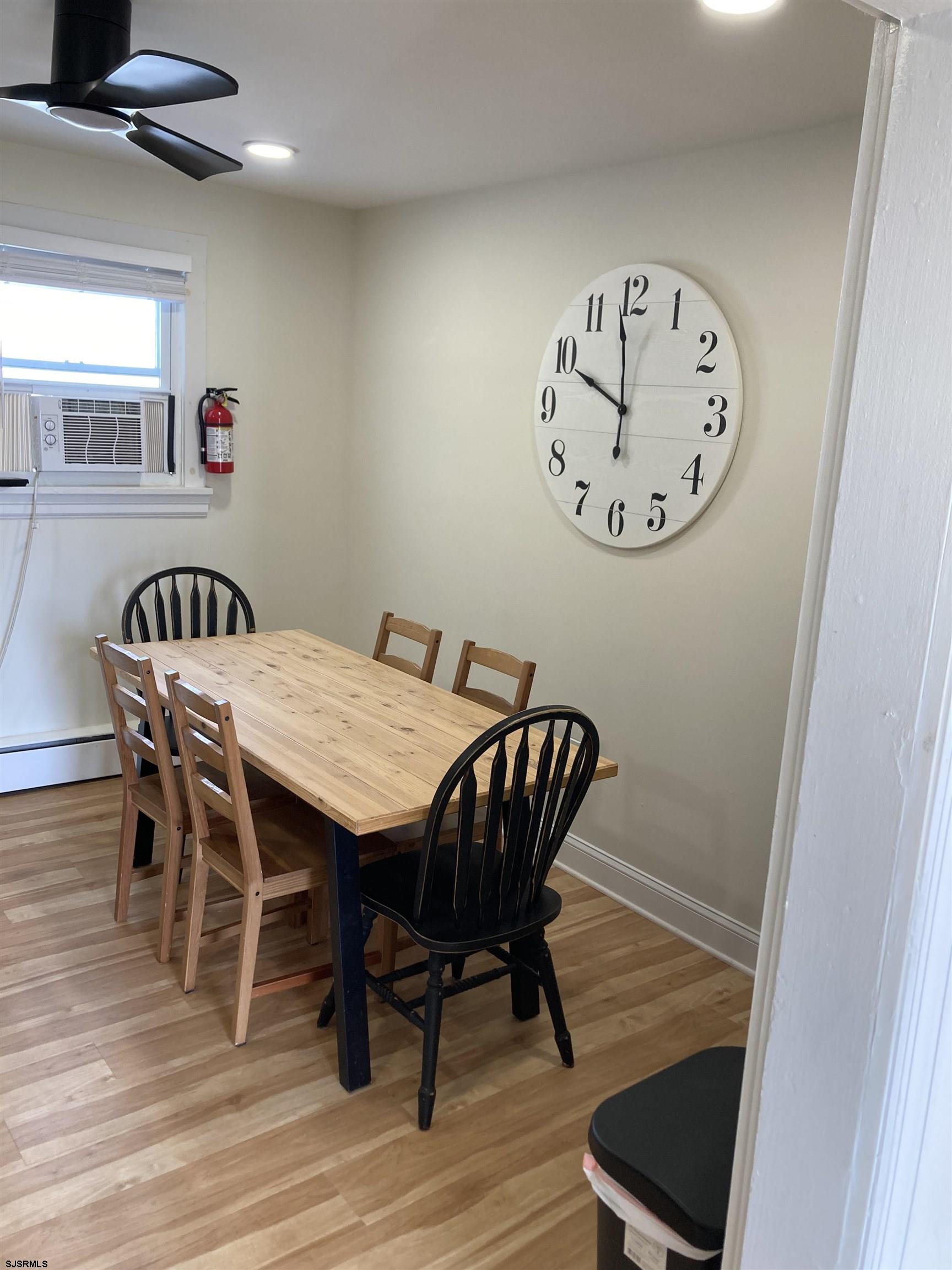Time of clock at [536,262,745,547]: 9:58
